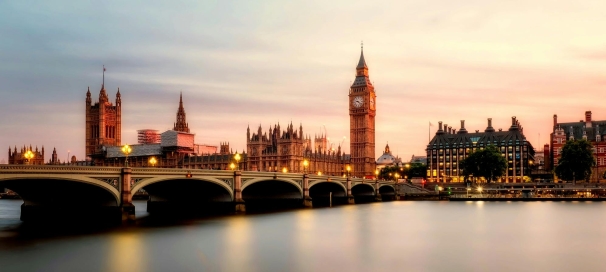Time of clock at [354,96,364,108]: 9:22
